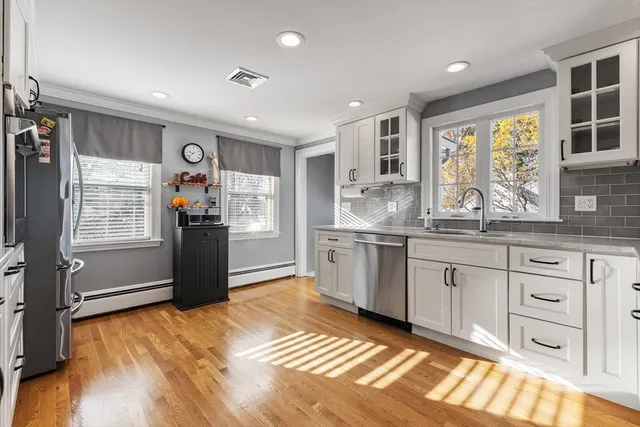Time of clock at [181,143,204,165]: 9:38
